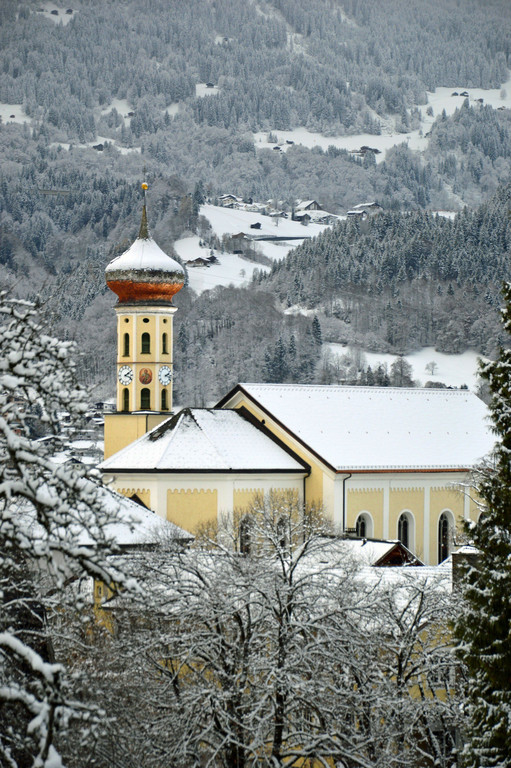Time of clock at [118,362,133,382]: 2:18
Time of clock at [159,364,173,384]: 2:18
